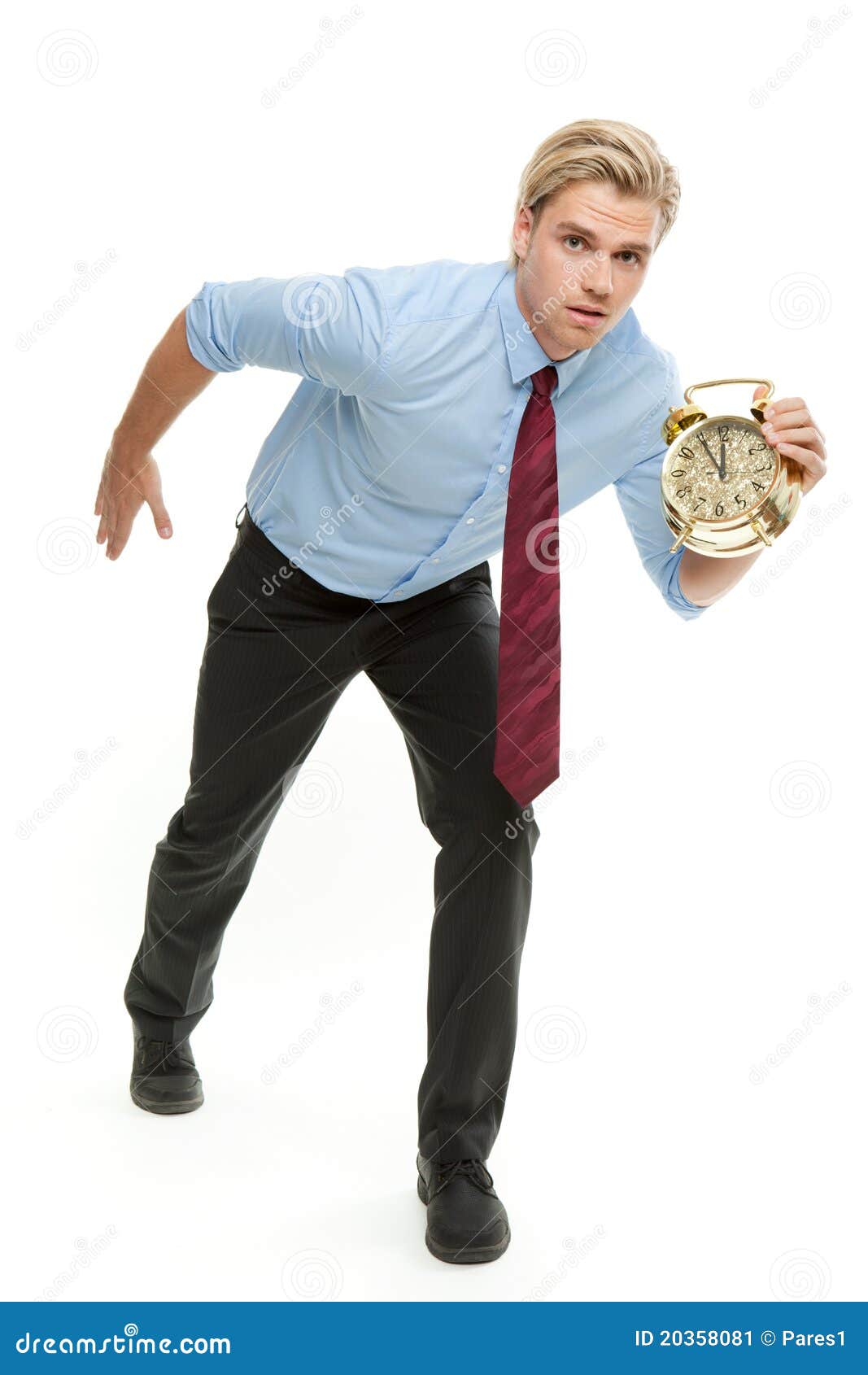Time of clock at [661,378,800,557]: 11:54
